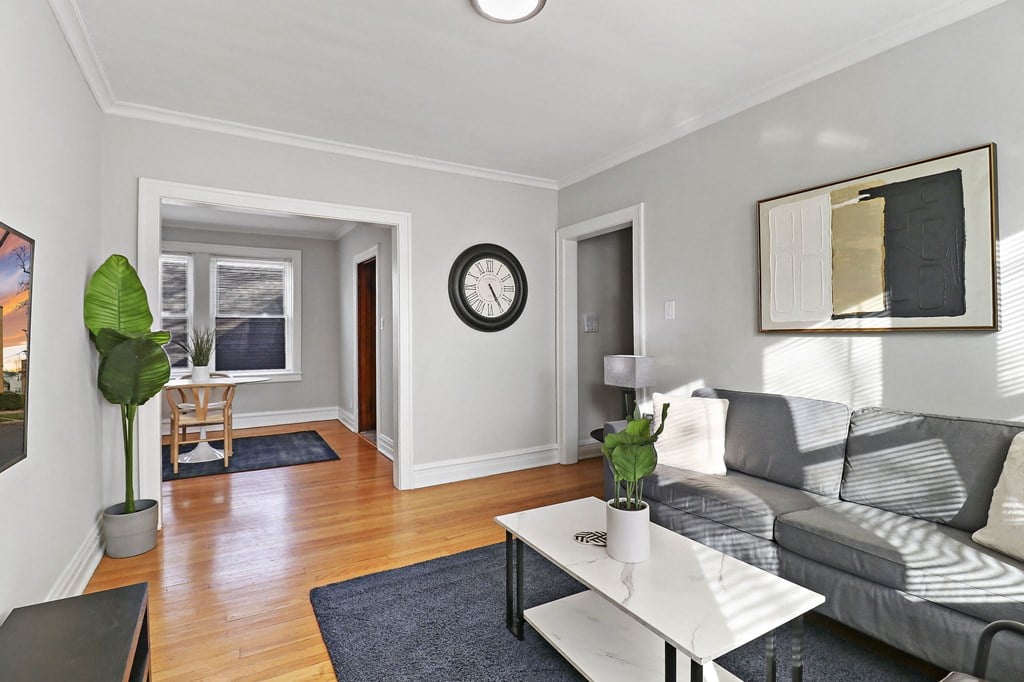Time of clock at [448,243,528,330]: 5:24
